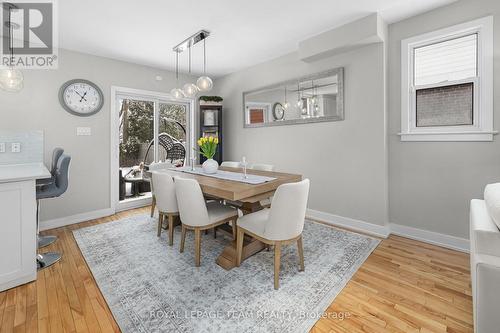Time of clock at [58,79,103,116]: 12:52
